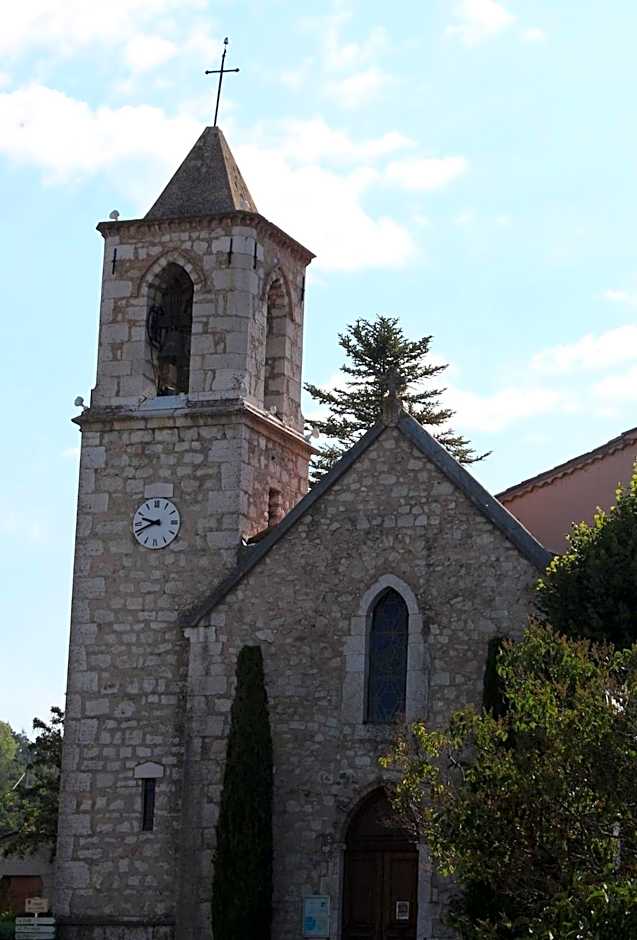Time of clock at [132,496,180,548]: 9:41
